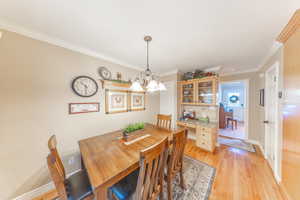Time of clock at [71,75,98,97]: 10:30
